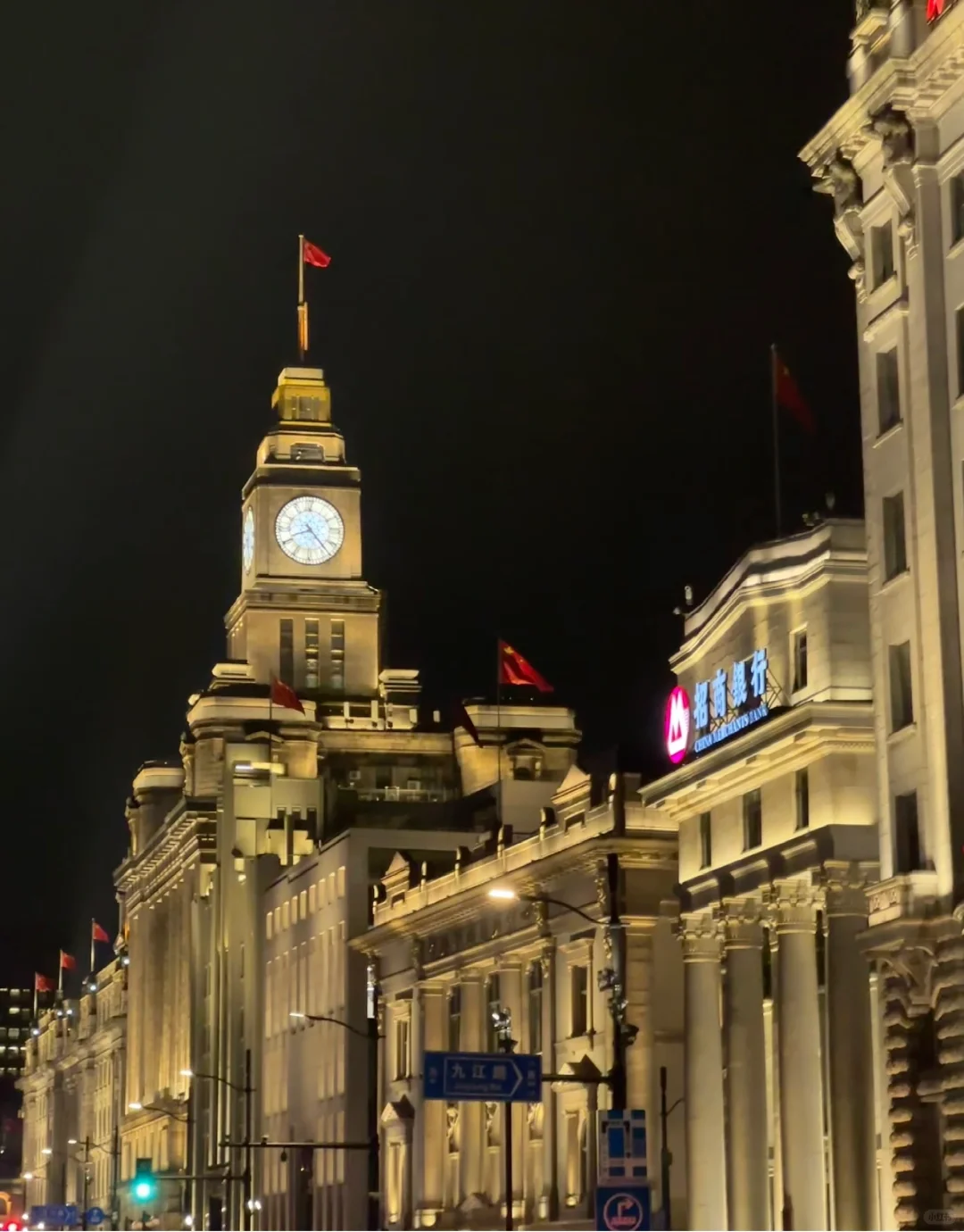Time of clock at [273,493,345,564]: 4:40
